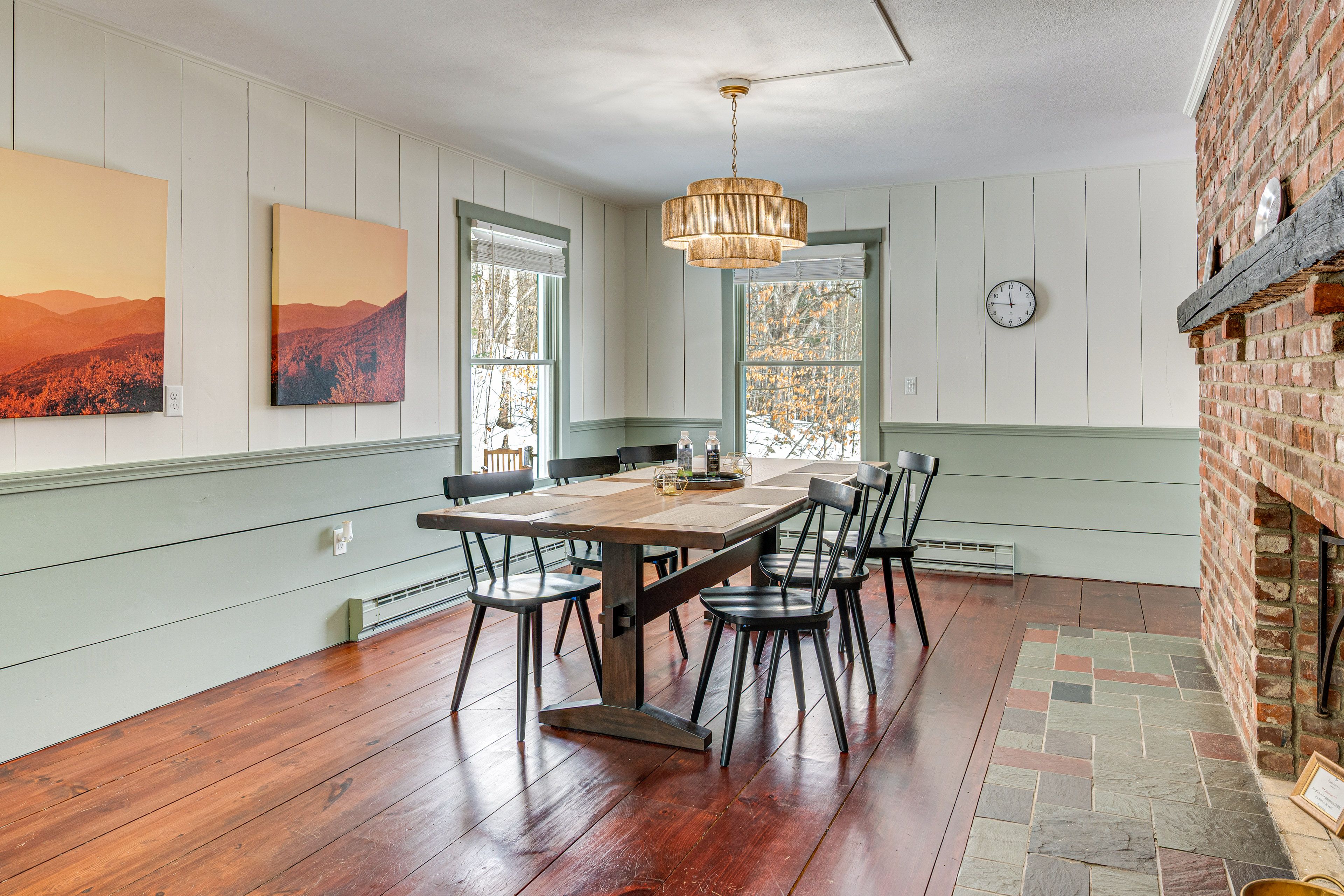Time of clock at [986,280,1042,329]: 11:45
